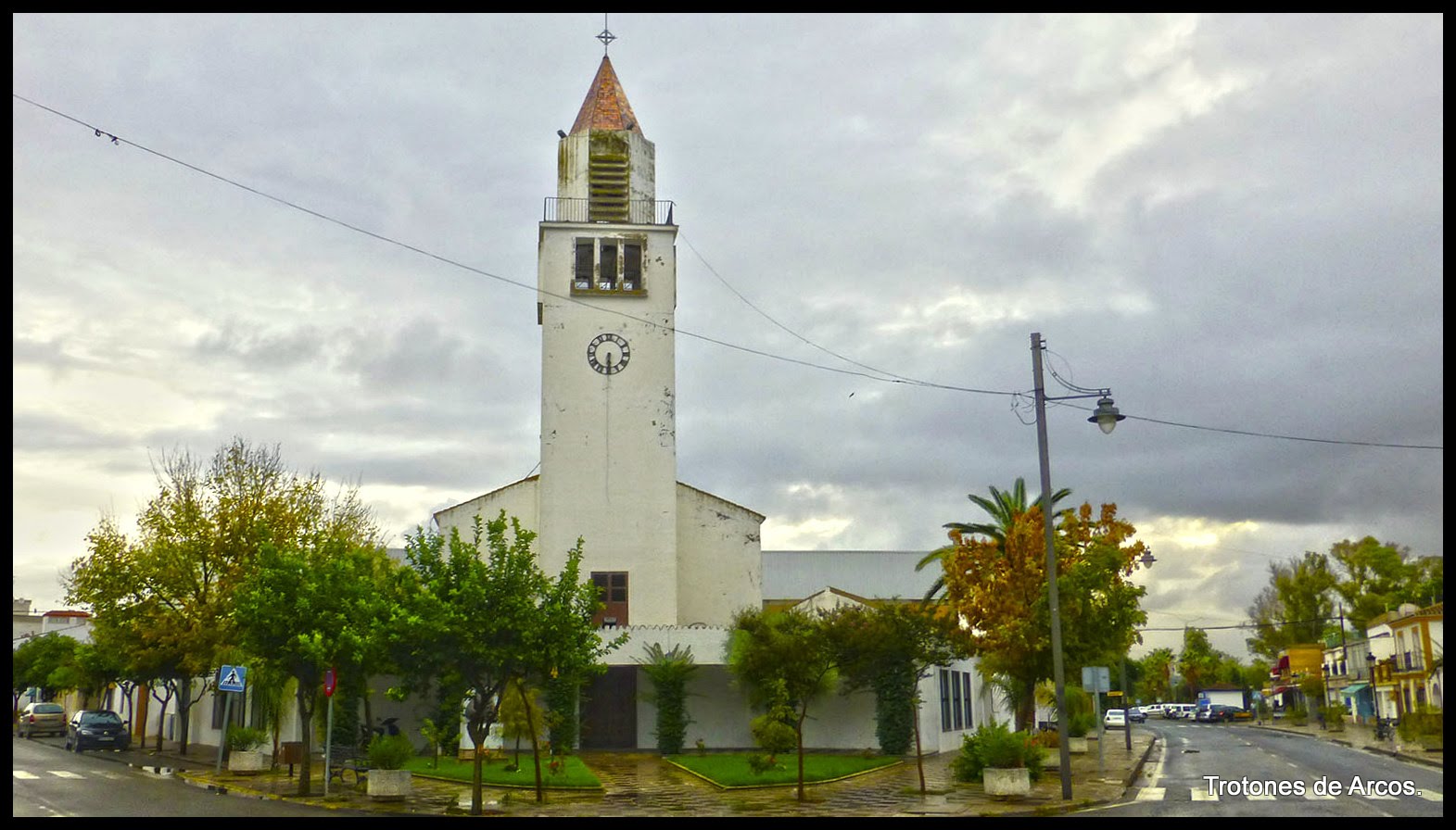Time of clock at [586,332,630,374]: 6:29
